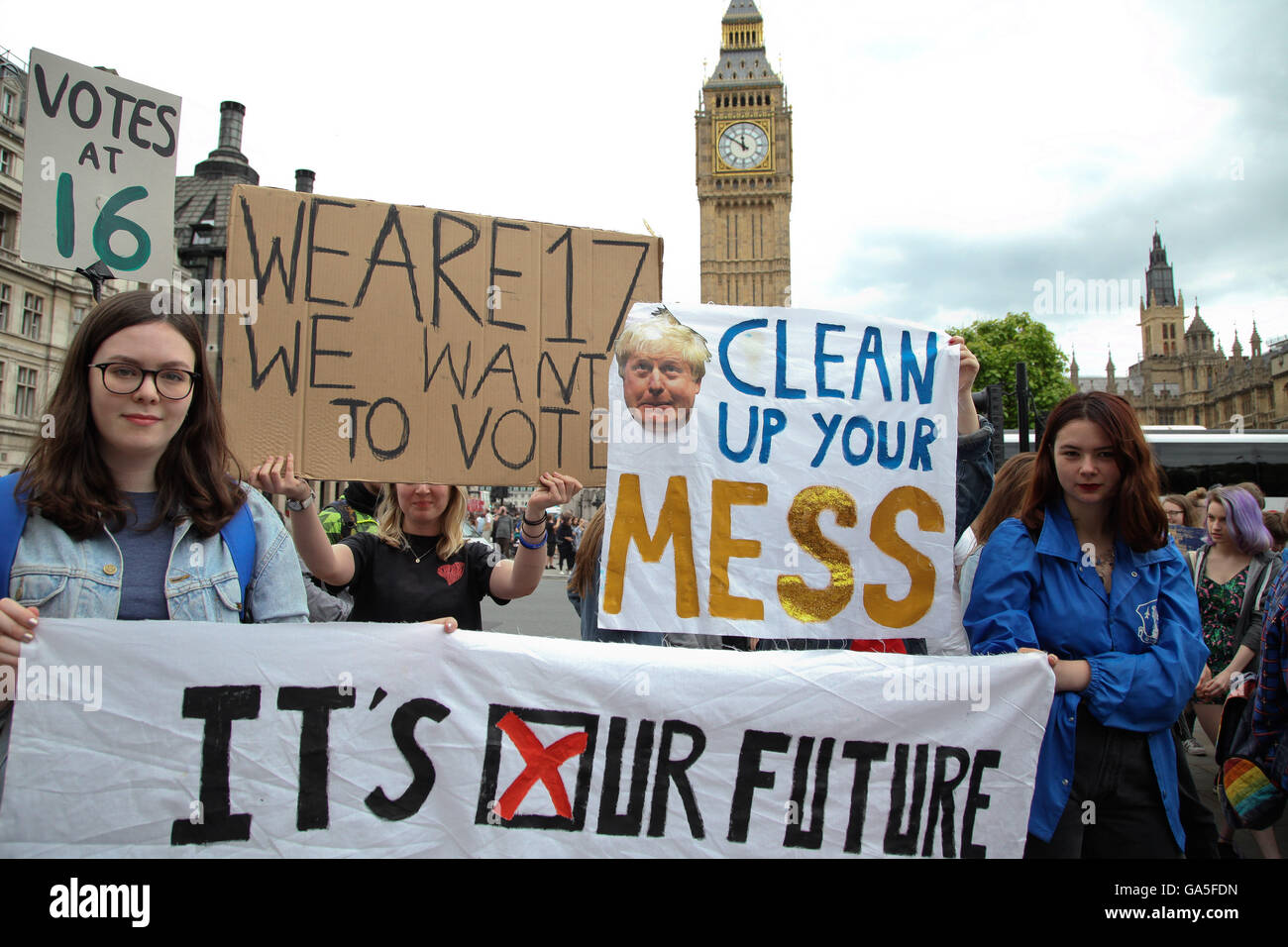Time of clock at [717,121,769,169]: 11:50
